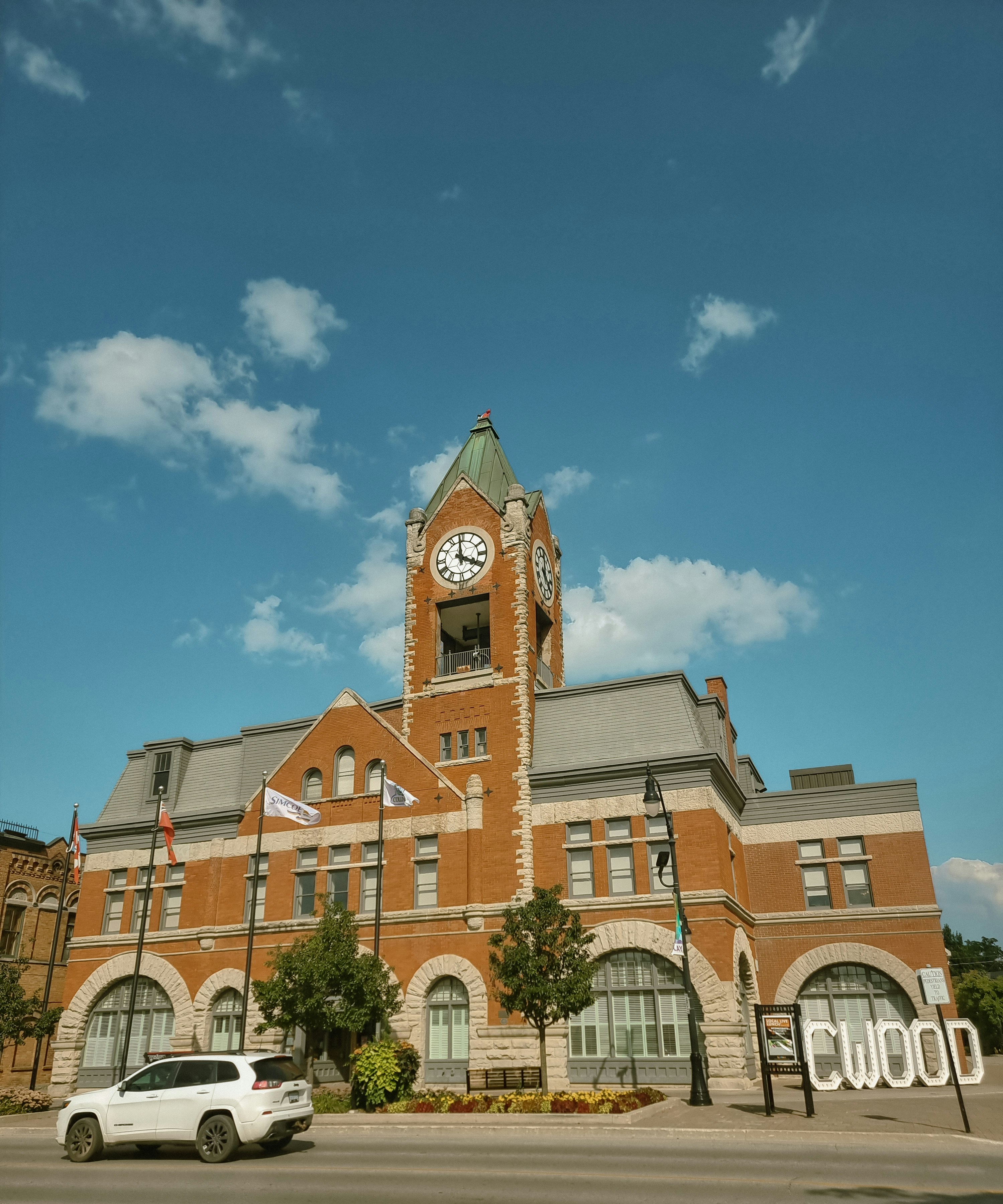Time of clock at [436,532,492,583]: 3:58
